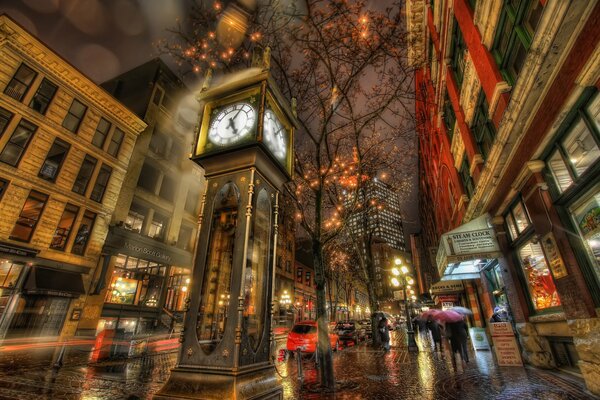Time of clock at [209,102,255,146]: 5:05
